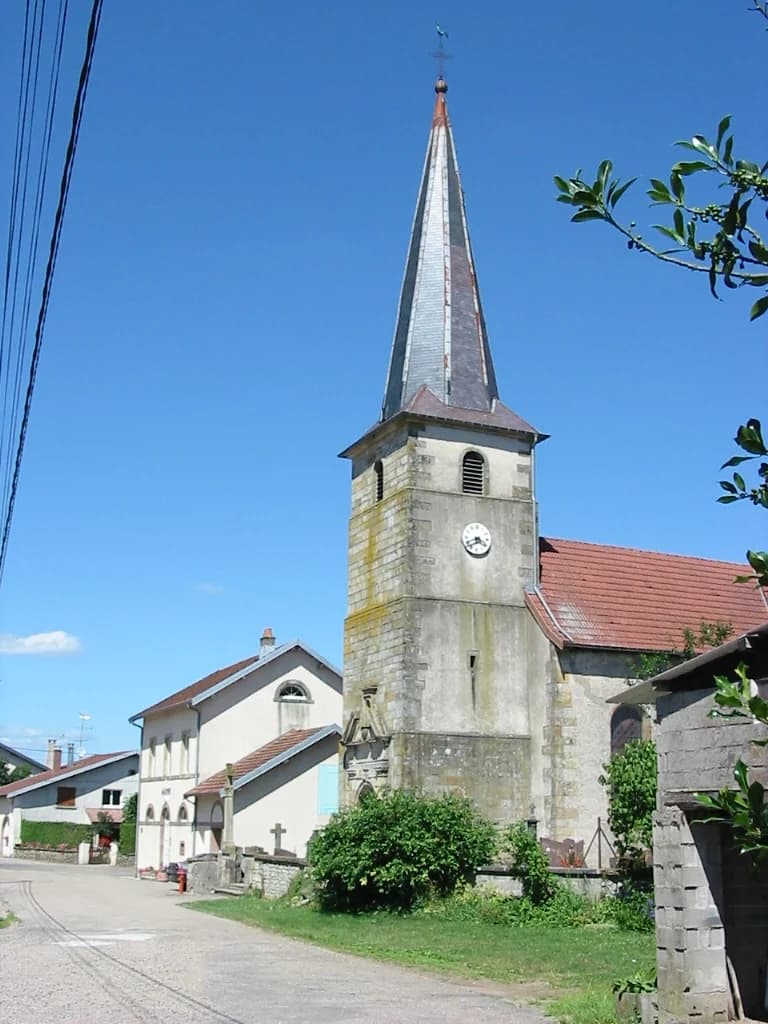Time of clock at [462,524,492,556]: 3:40
